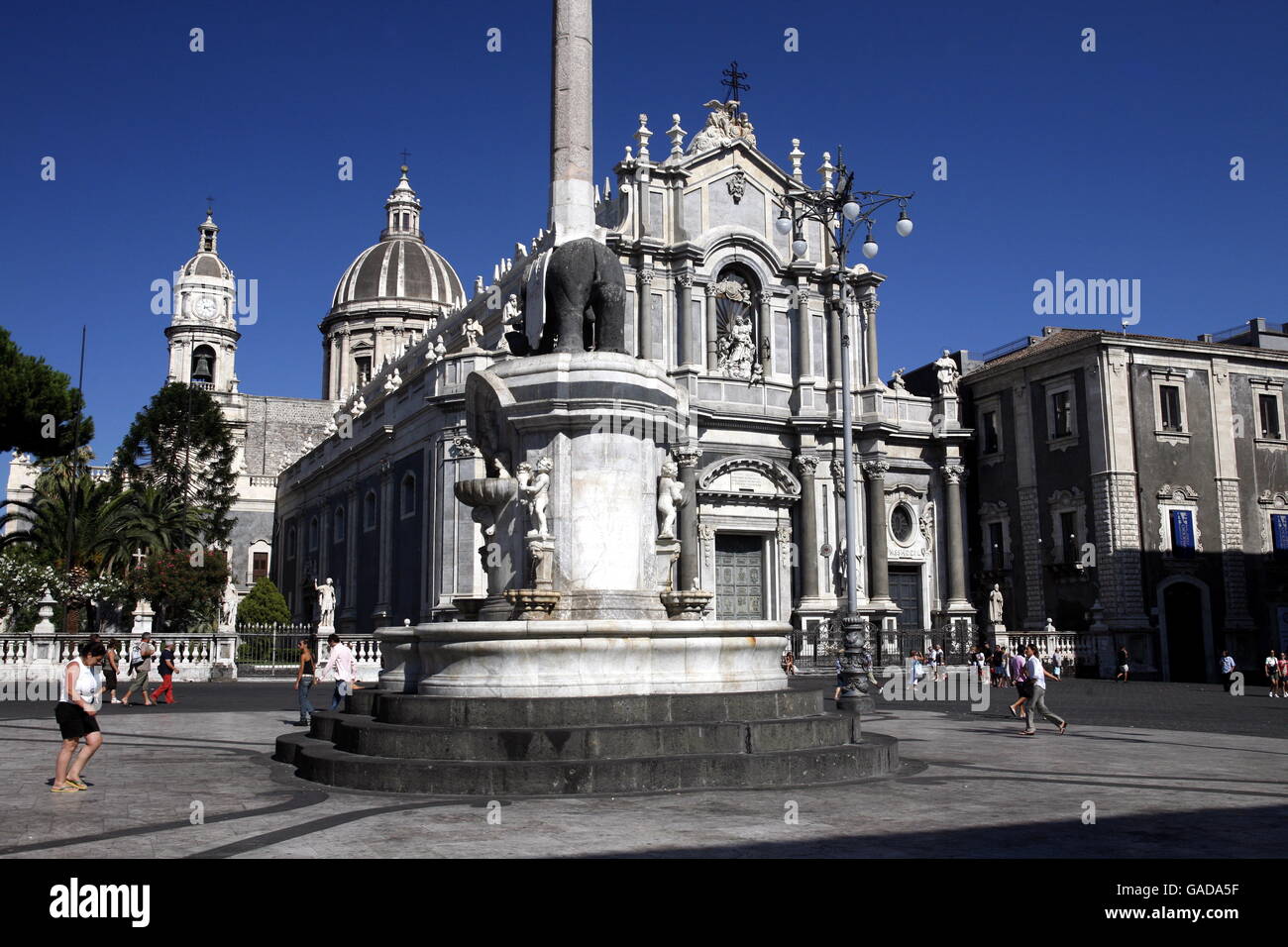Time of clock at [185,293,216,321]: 4:12
